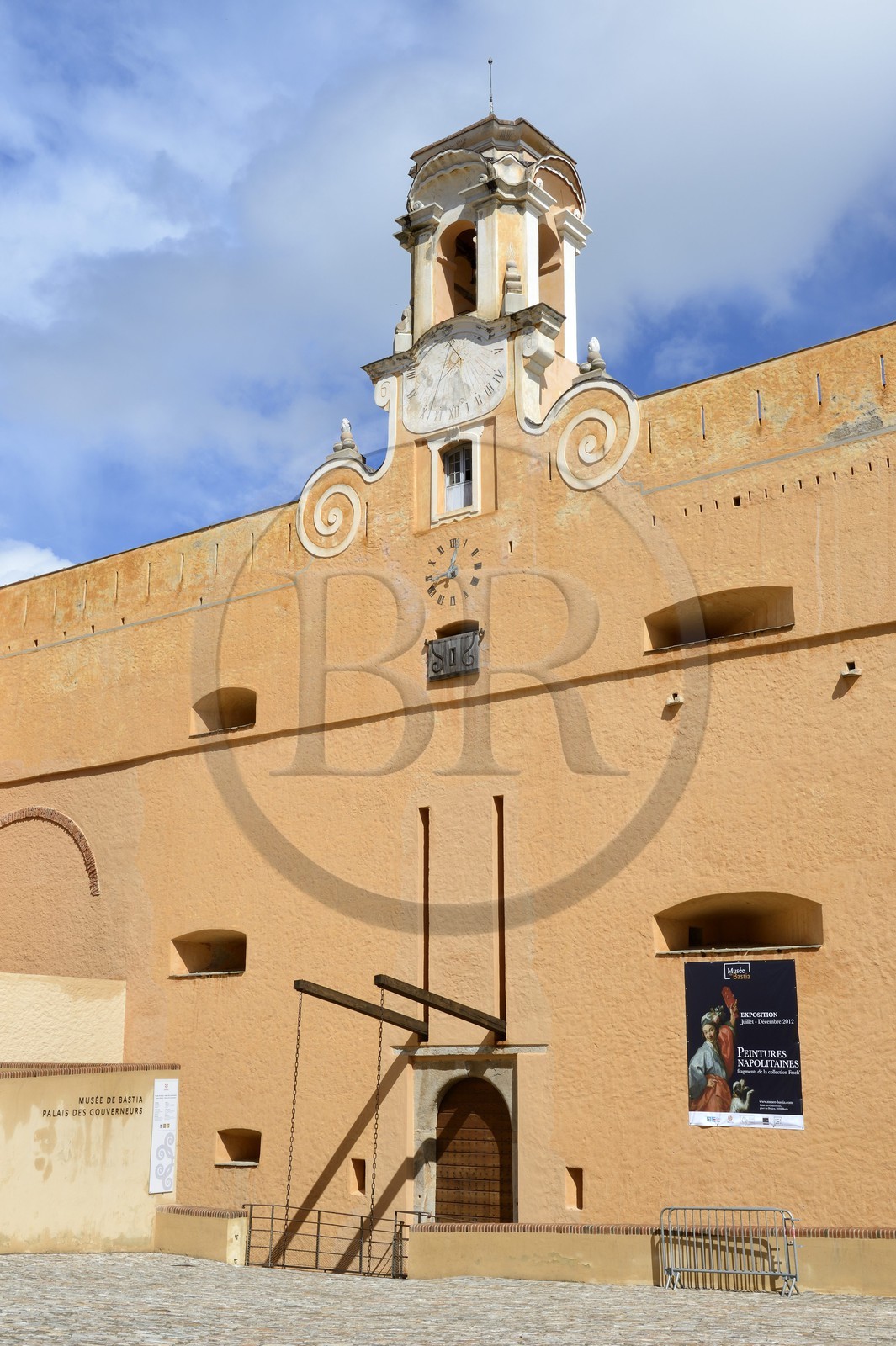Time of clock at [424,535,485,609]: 8:01
